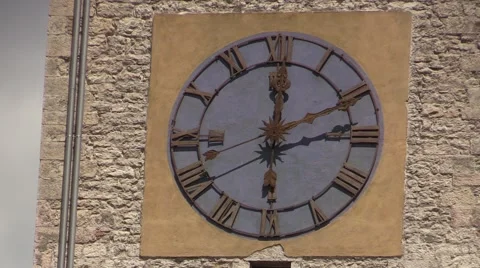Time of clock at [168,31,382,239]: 12:12
